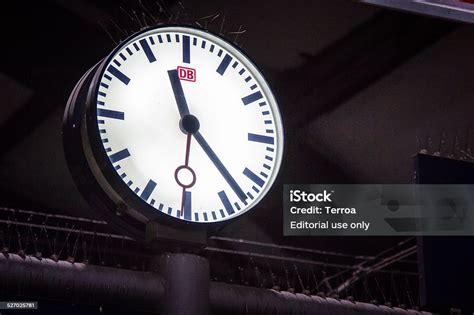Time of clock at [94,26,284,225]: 11:23
